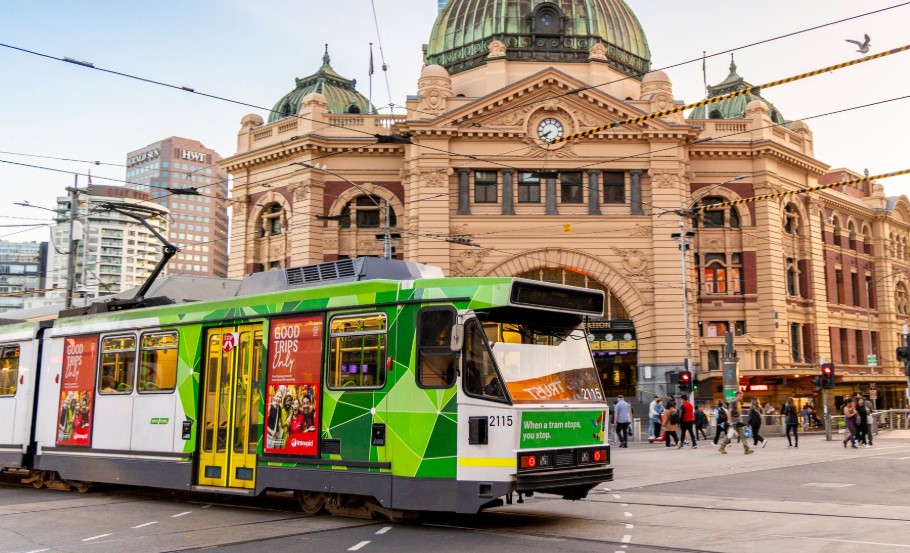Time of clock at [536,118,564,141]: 7:39
